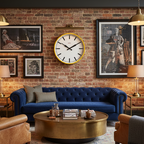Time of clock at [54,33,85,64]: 10:09
